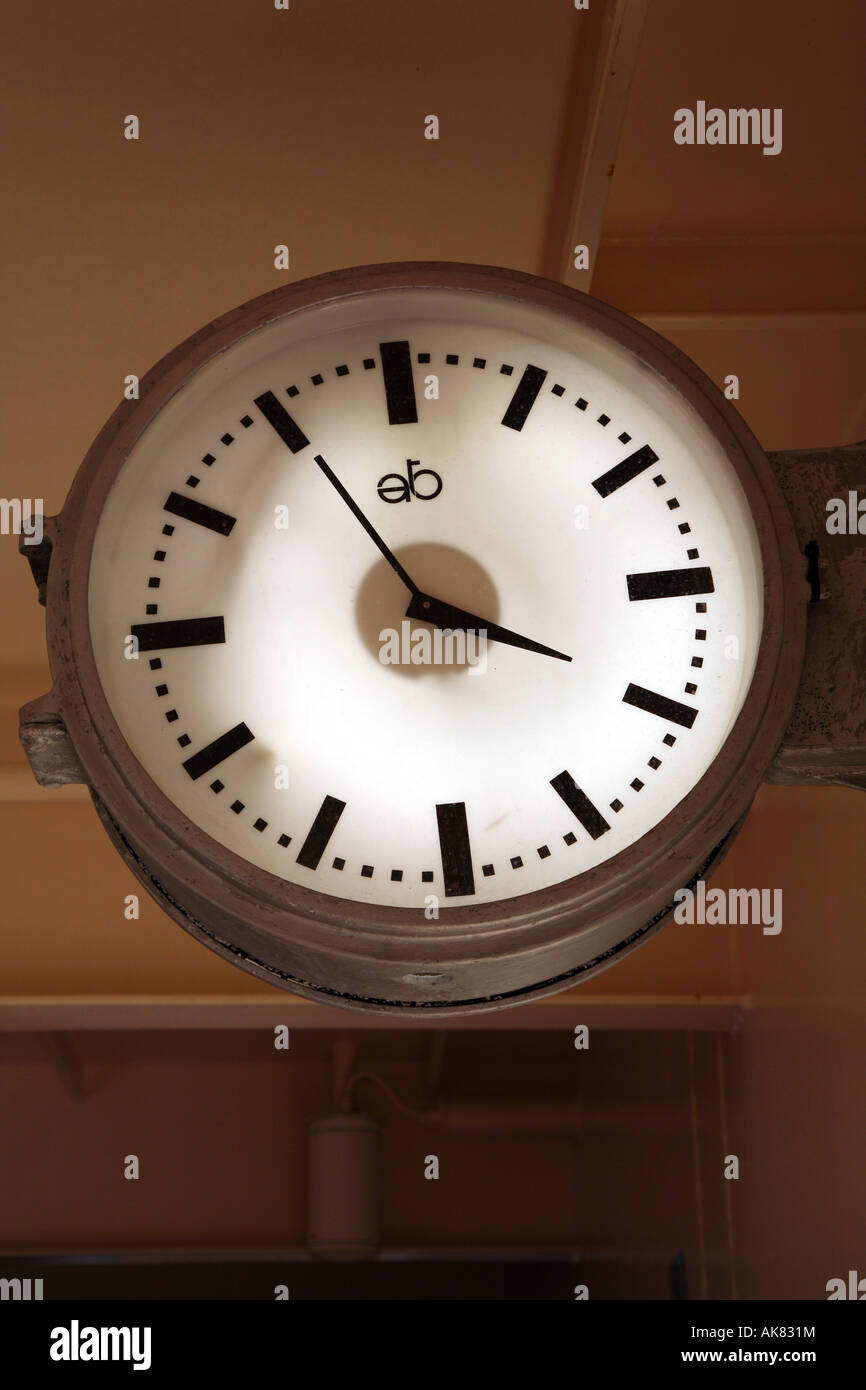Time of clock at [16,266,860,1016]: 3:55
